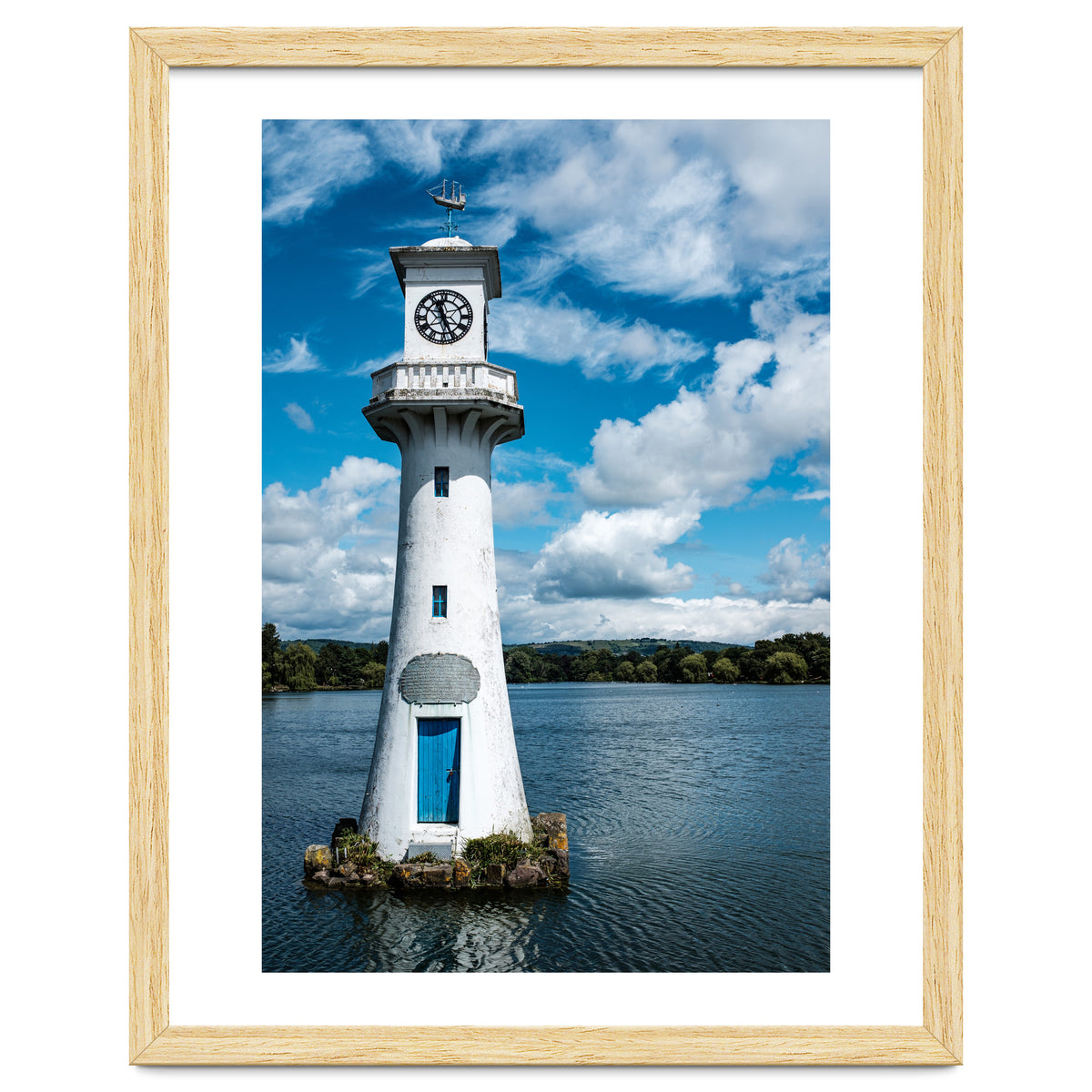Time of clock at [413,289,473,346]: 11:25
